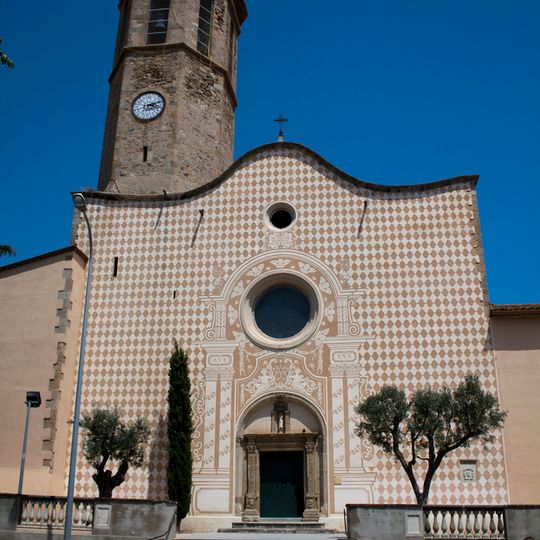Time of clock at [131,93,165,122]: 3:12
